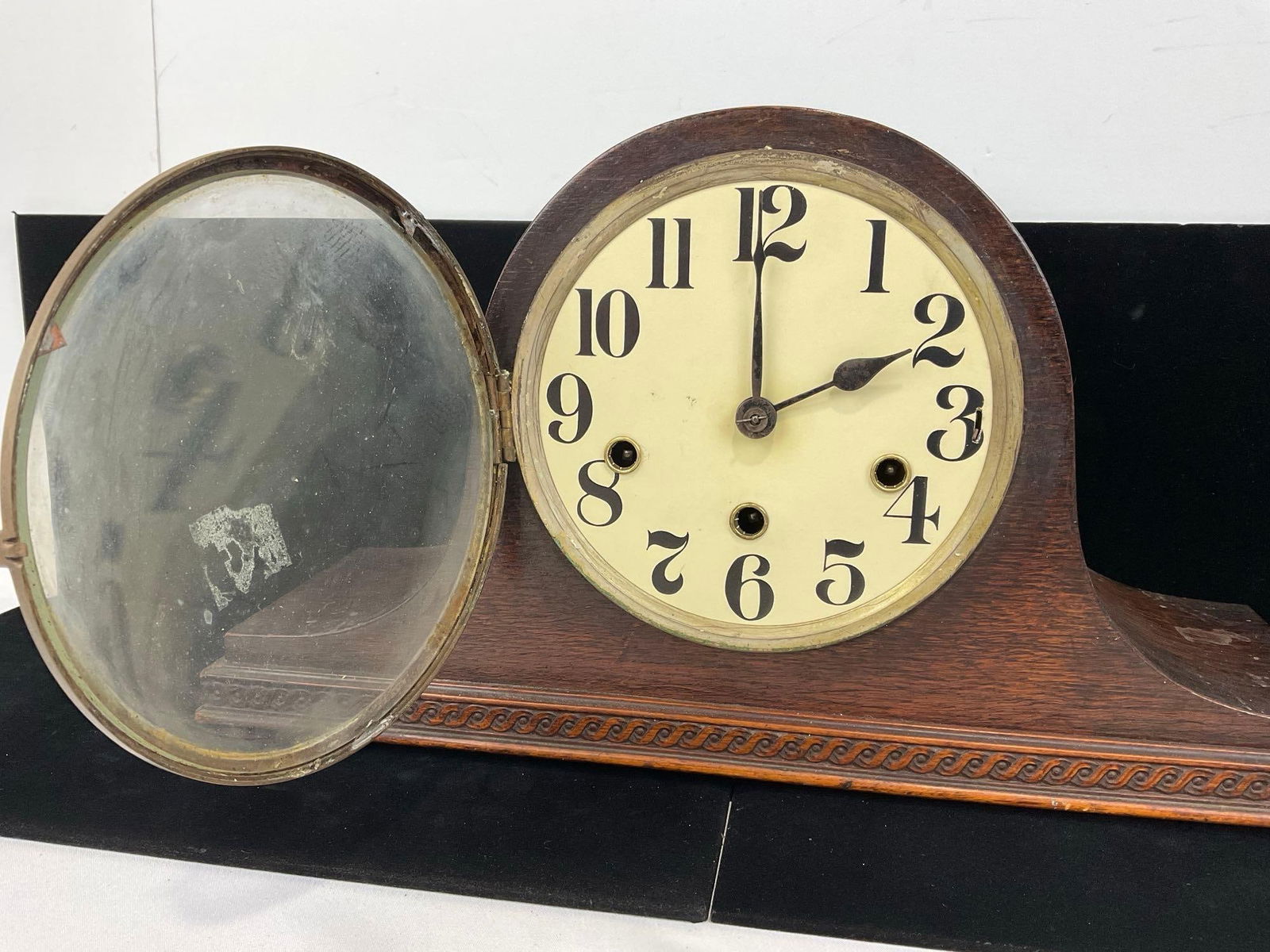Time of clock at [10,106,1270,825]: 1:59
